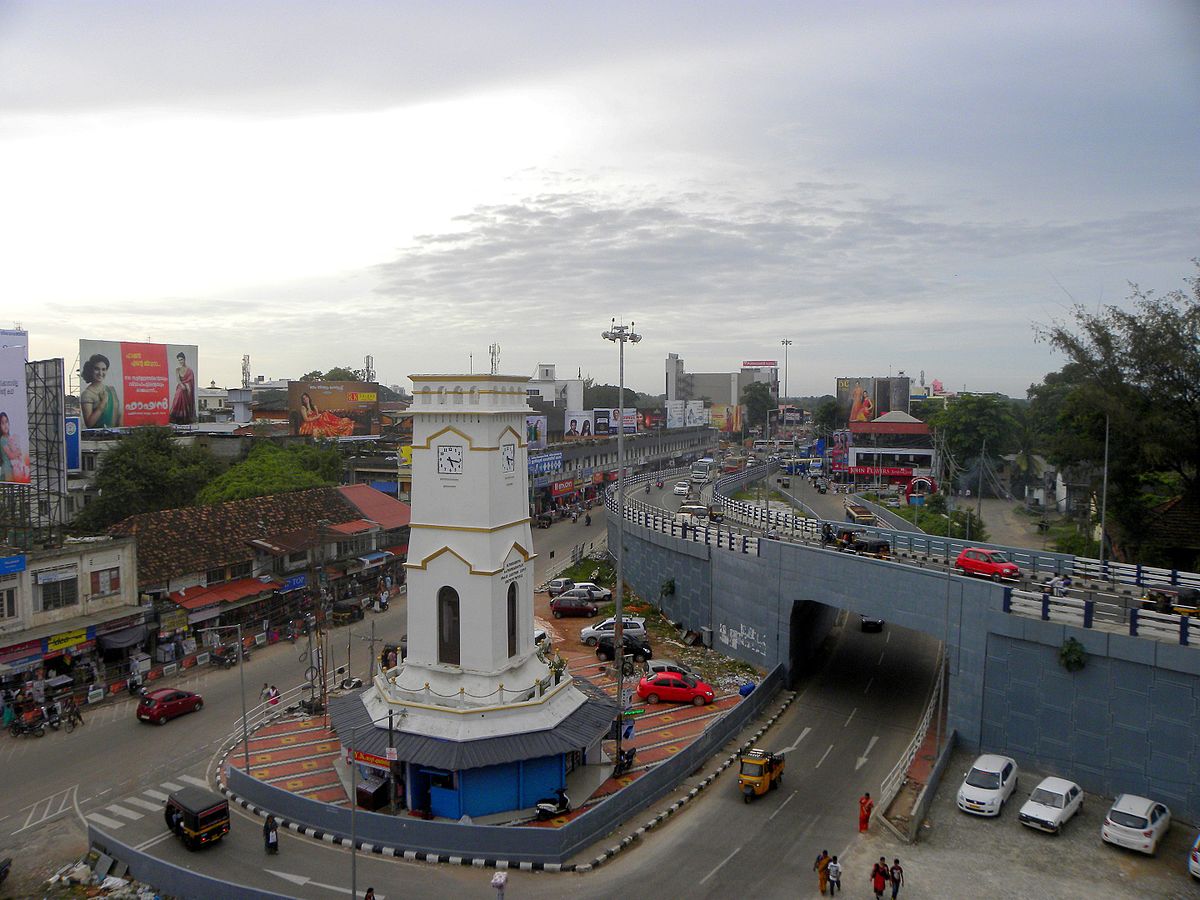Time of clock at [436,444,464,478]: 5:17
